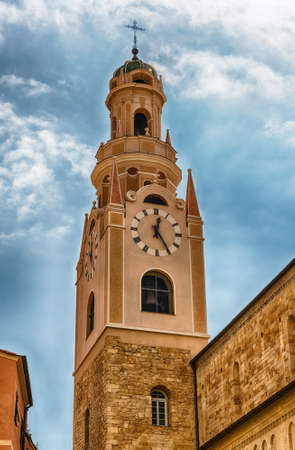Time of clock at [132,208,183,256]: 12:24
